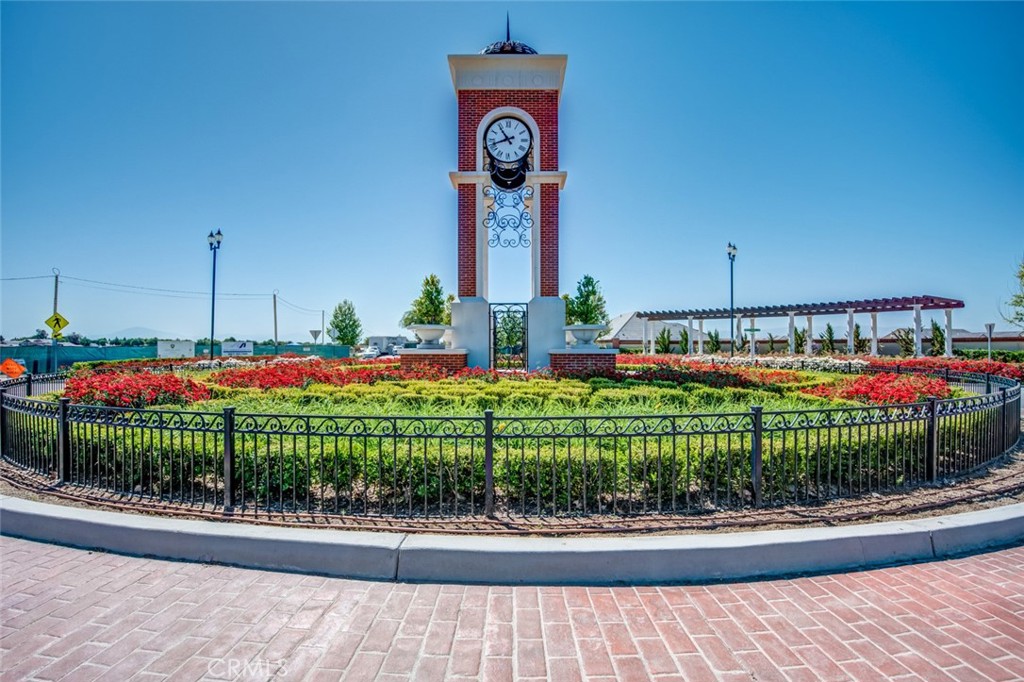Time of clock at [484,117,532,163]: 10:42
